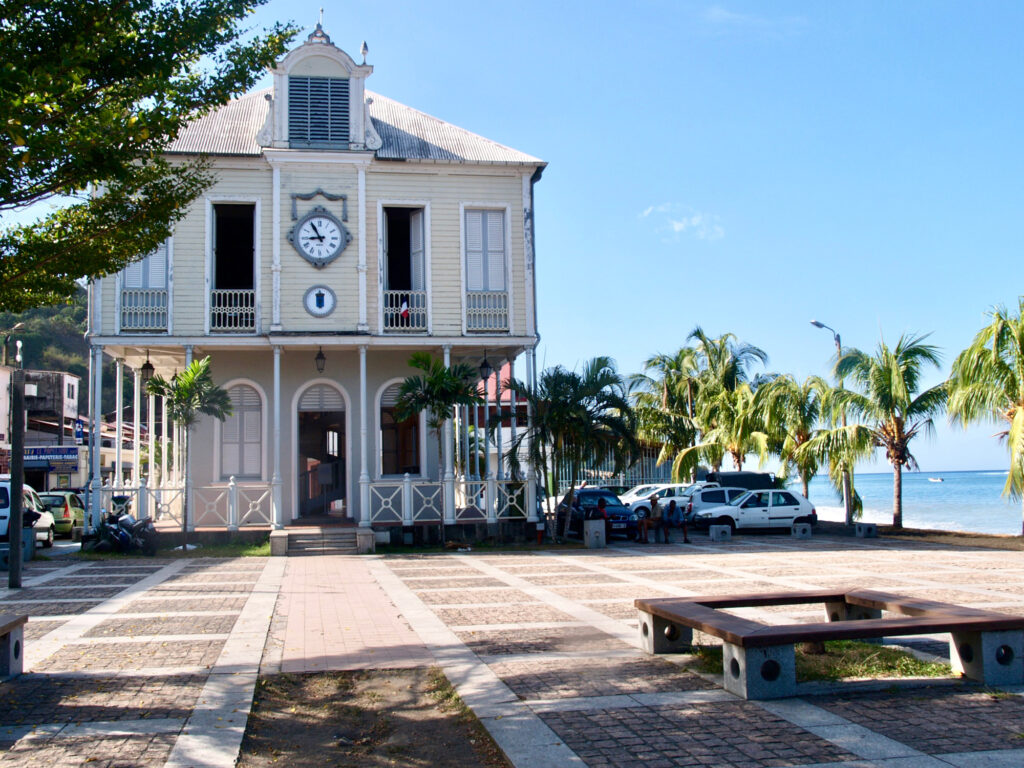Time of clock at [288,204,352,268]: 8:54
